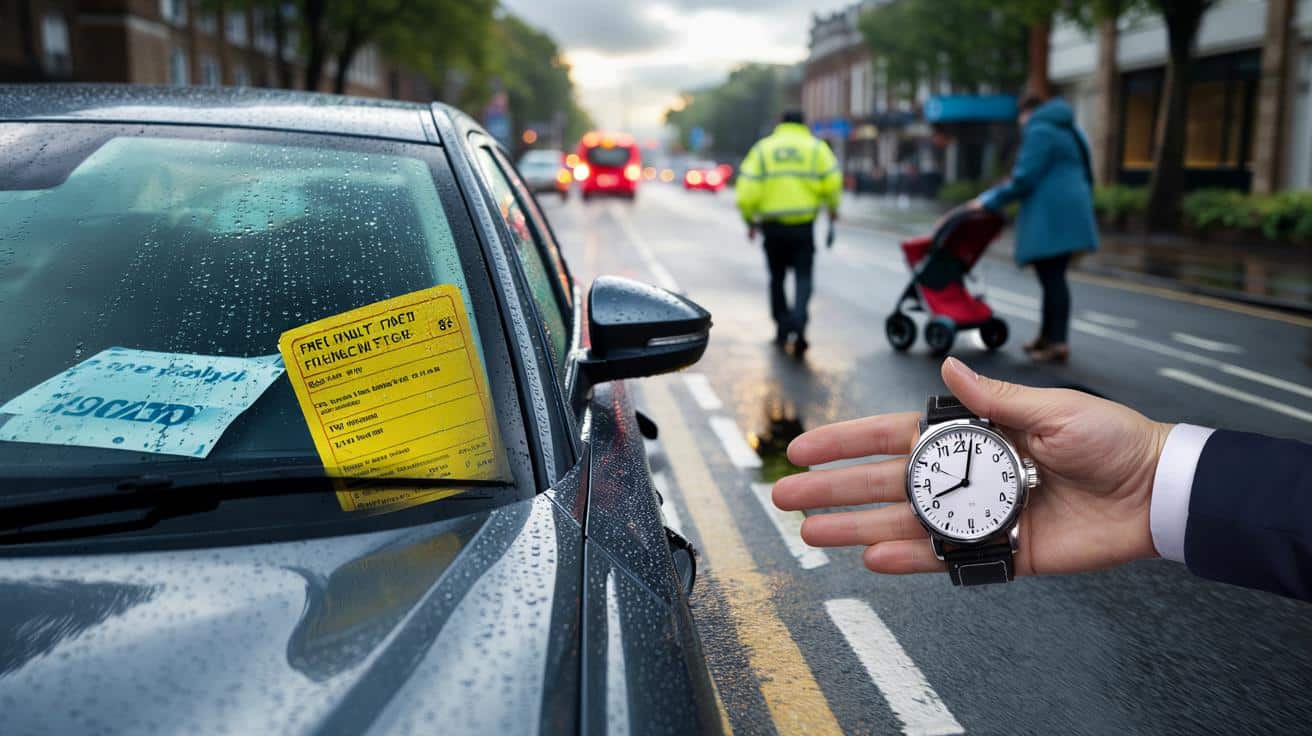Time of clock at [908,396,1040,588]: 8:02
